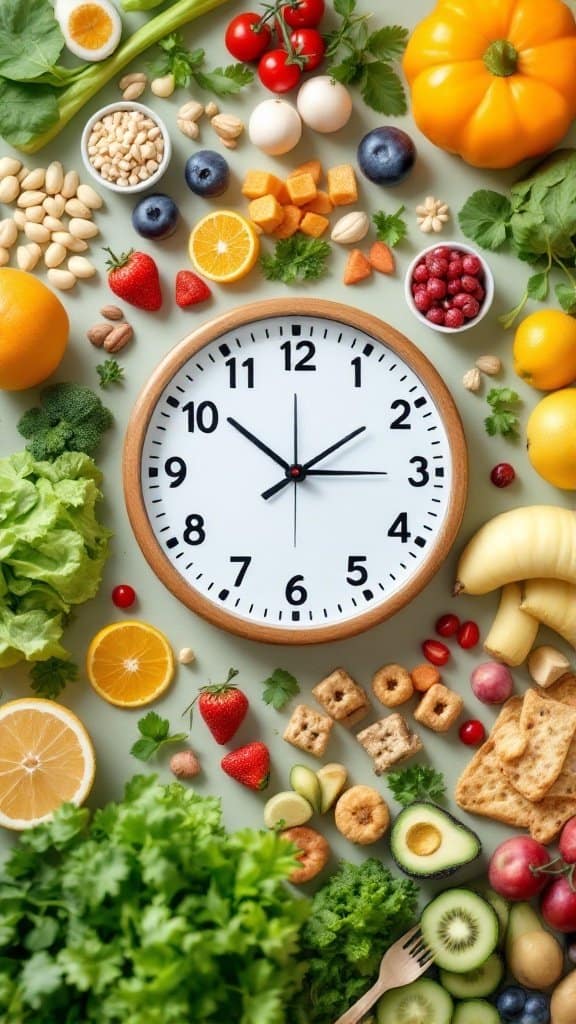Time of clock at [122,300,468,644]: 1:51
